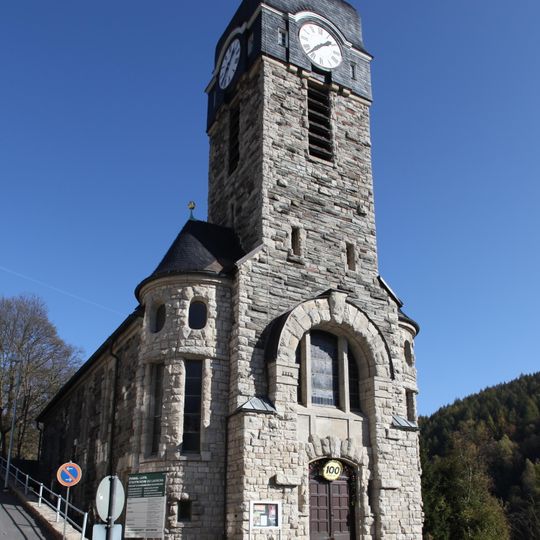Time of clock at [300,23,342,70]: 1:37
